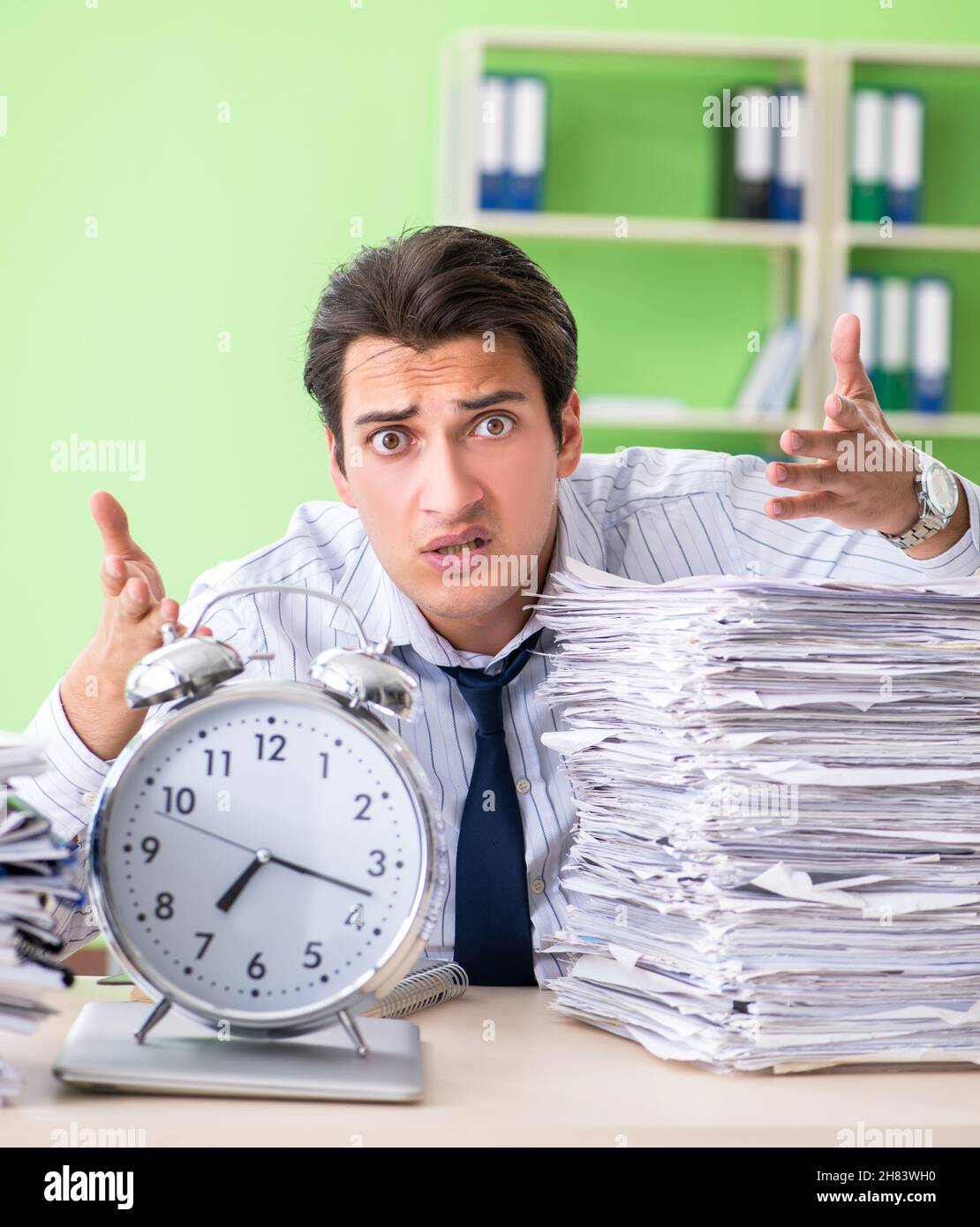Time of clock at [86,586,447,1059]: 7:17
